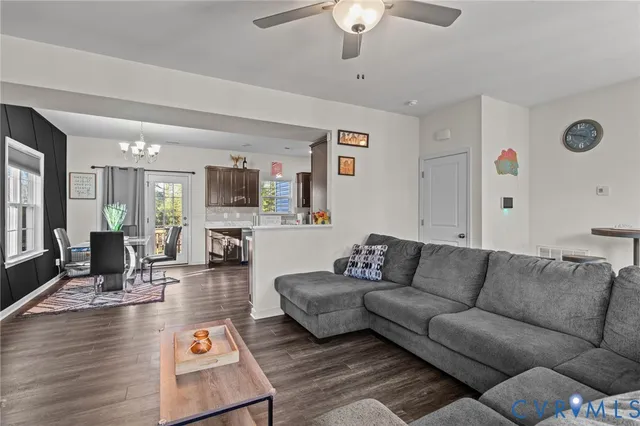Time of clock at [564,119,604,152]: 3:47
